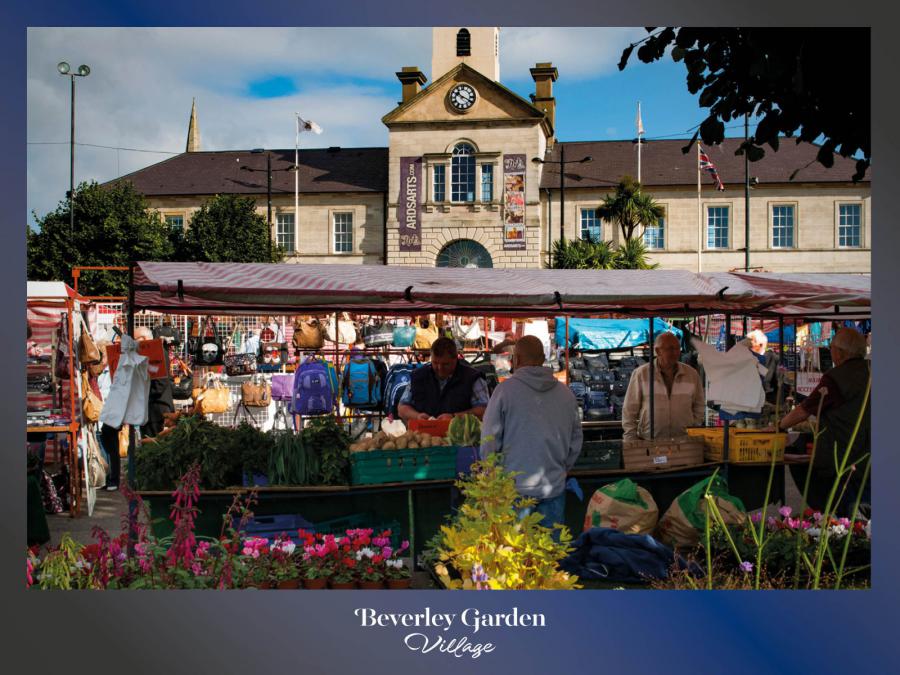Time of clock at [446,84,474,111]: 10:19
